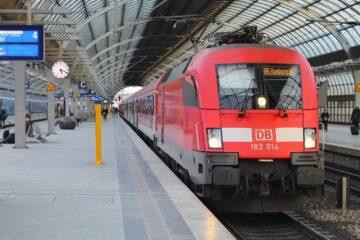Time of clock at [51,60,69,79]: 5:18
